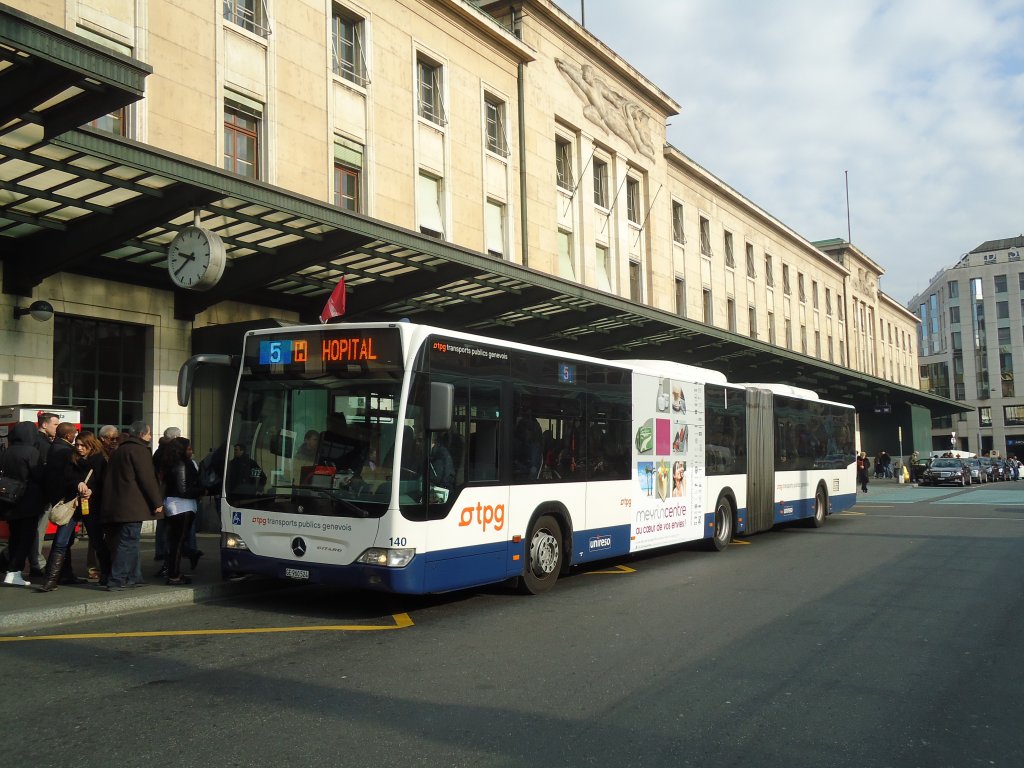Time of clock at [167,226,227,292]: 9:39
